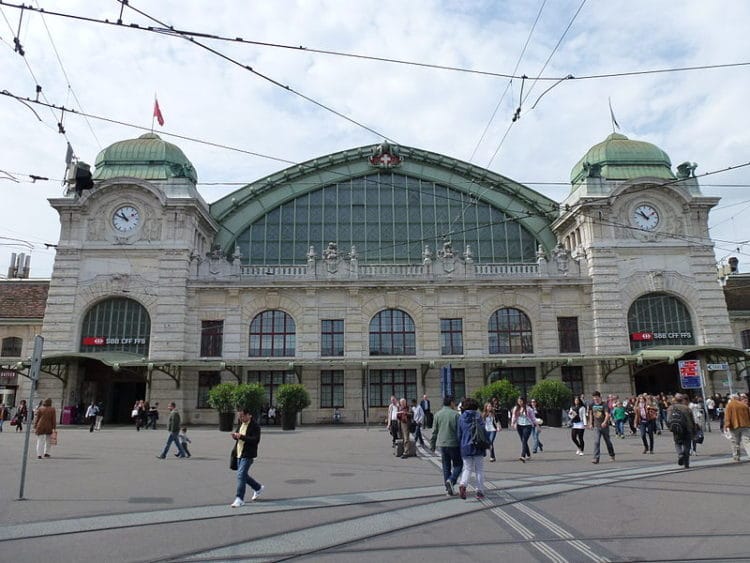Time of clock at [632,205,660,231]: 10:48
